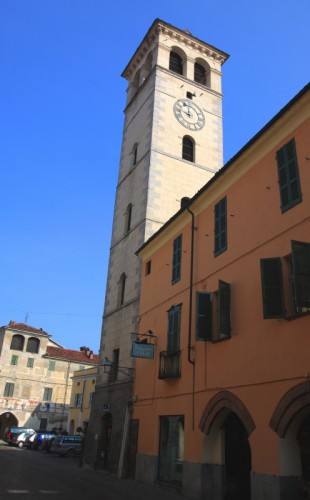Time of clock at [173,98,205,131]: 11:46
